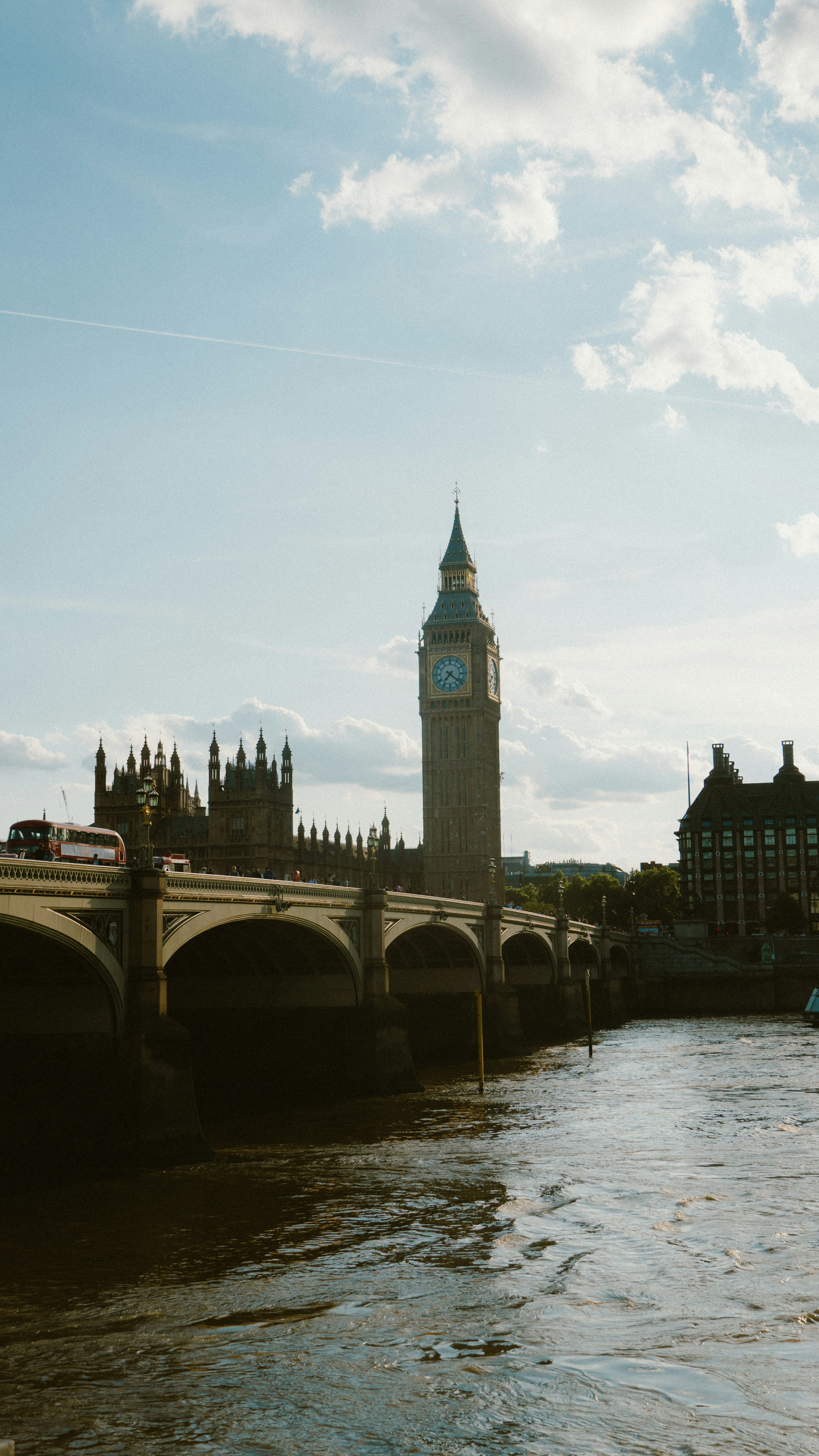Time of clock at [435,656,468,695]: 7:21
